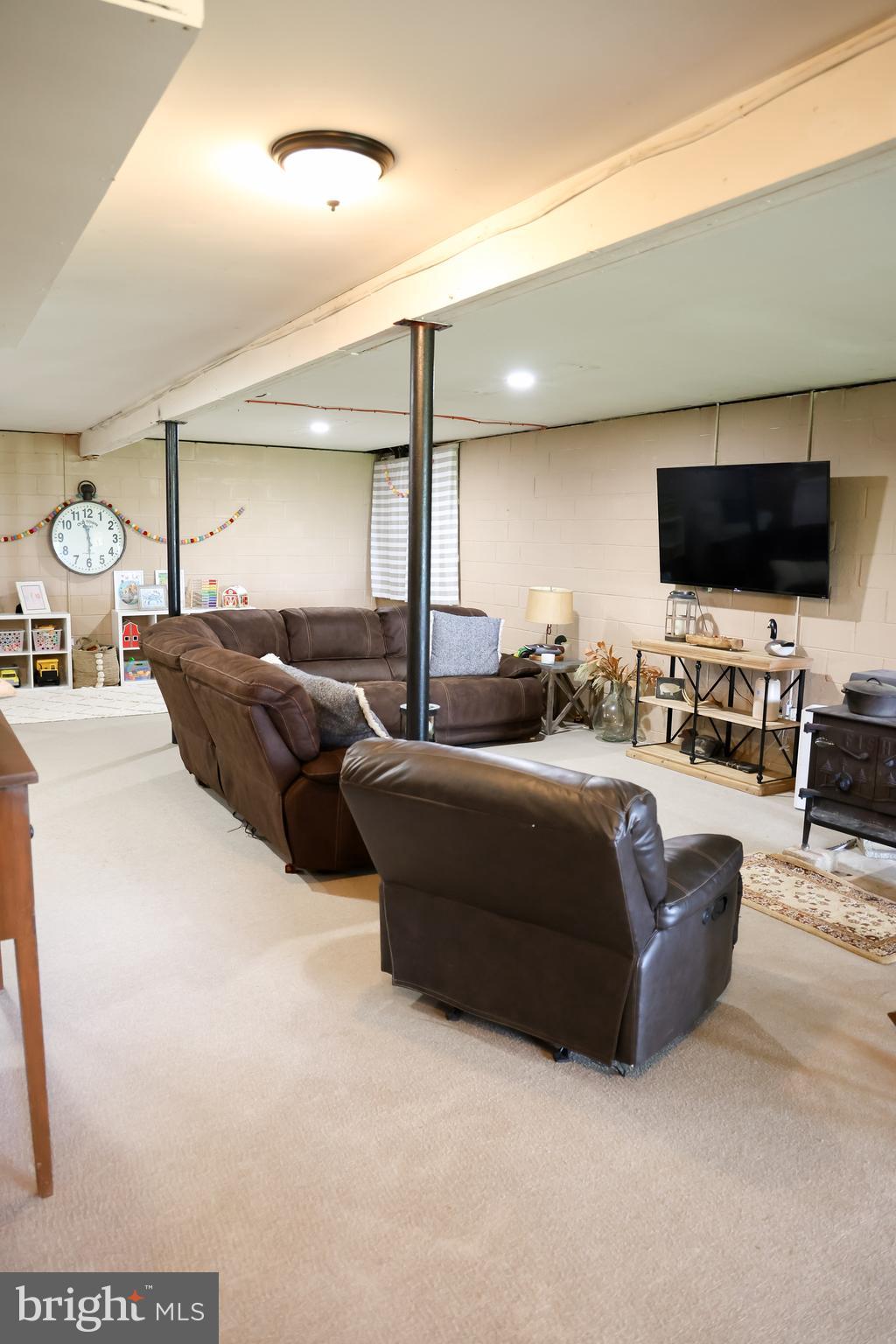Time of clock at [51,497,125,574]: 11:29
